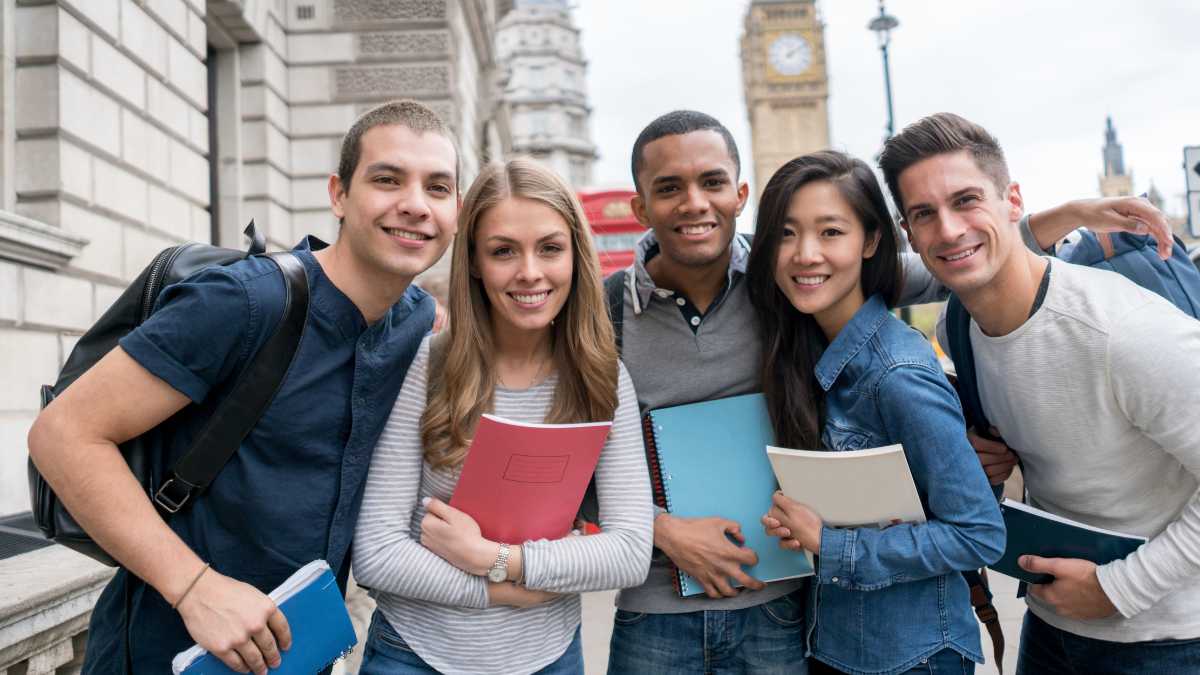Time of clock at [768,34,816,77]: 12:09
